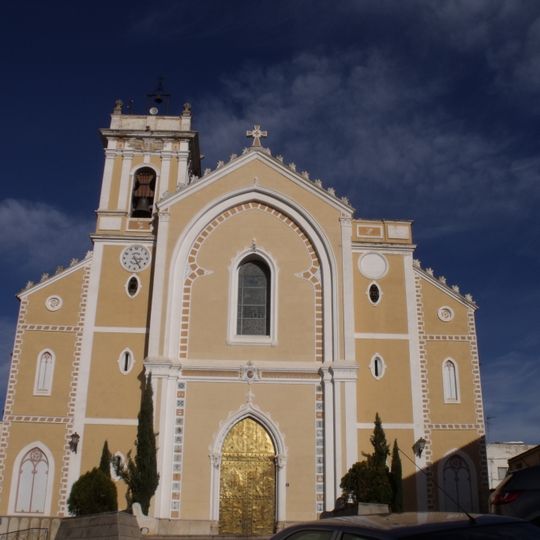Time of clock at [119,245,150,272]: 3:24
